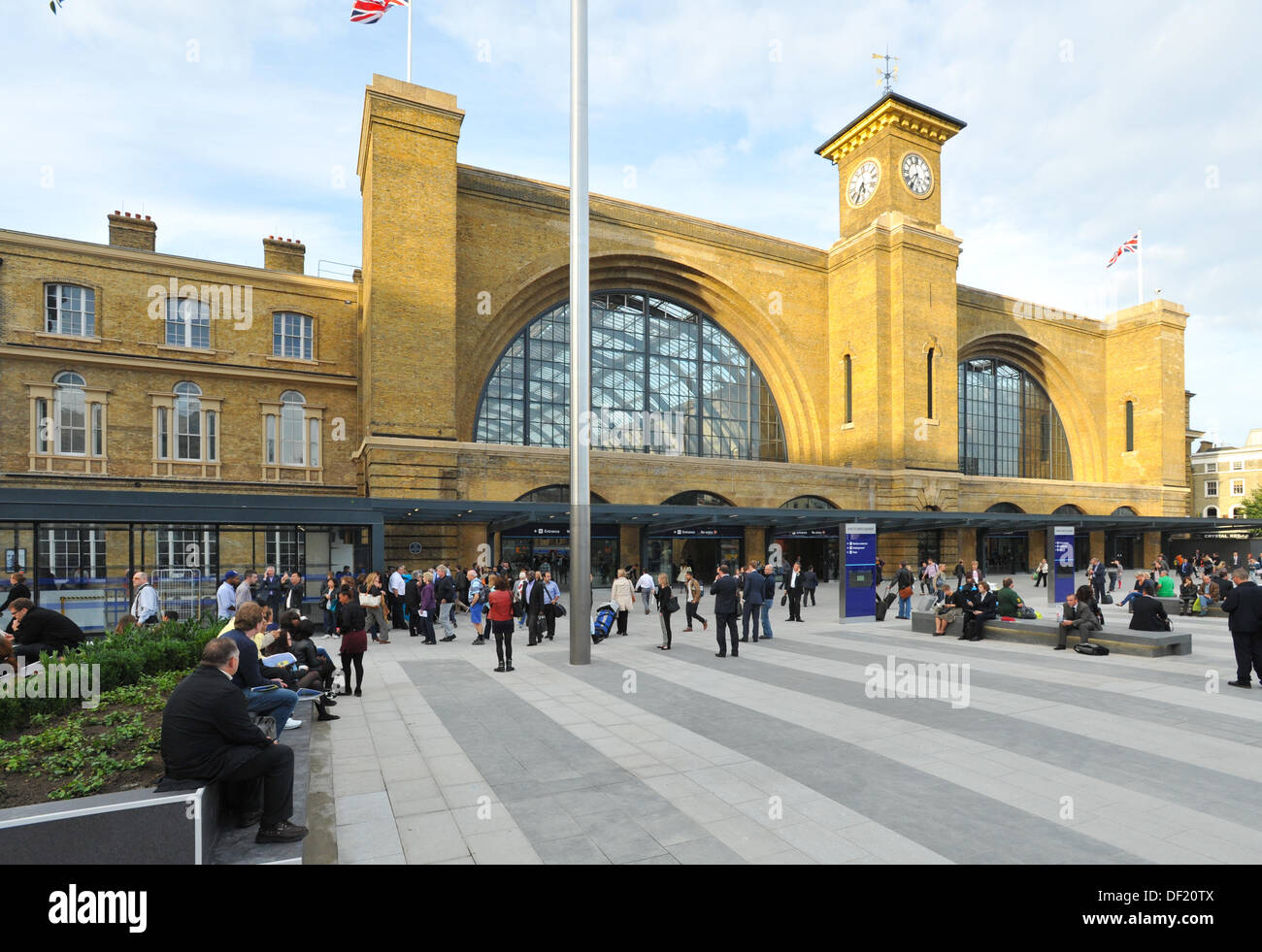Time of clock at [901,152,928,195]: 7:34
